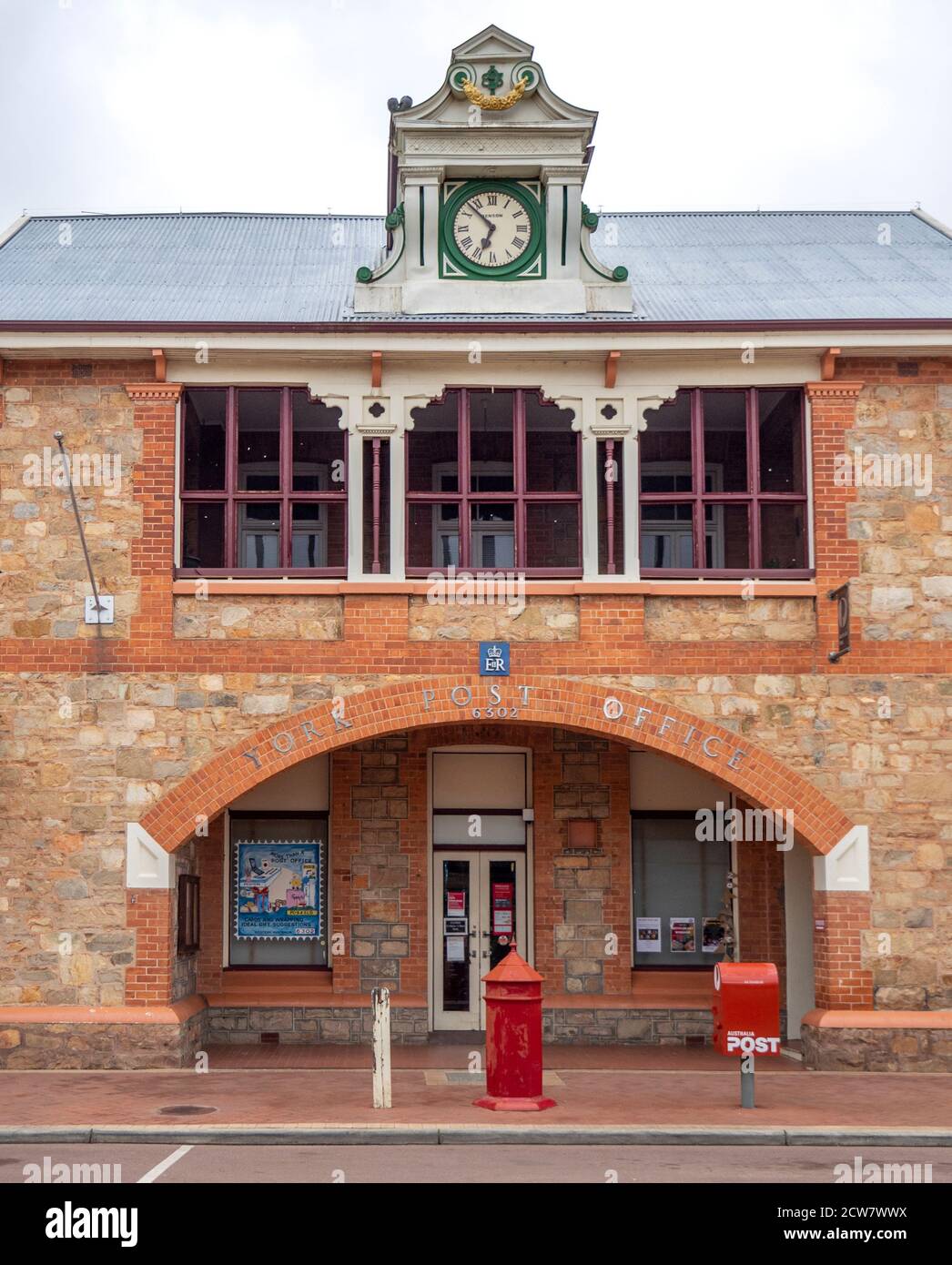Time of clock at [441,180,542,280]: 6:52
